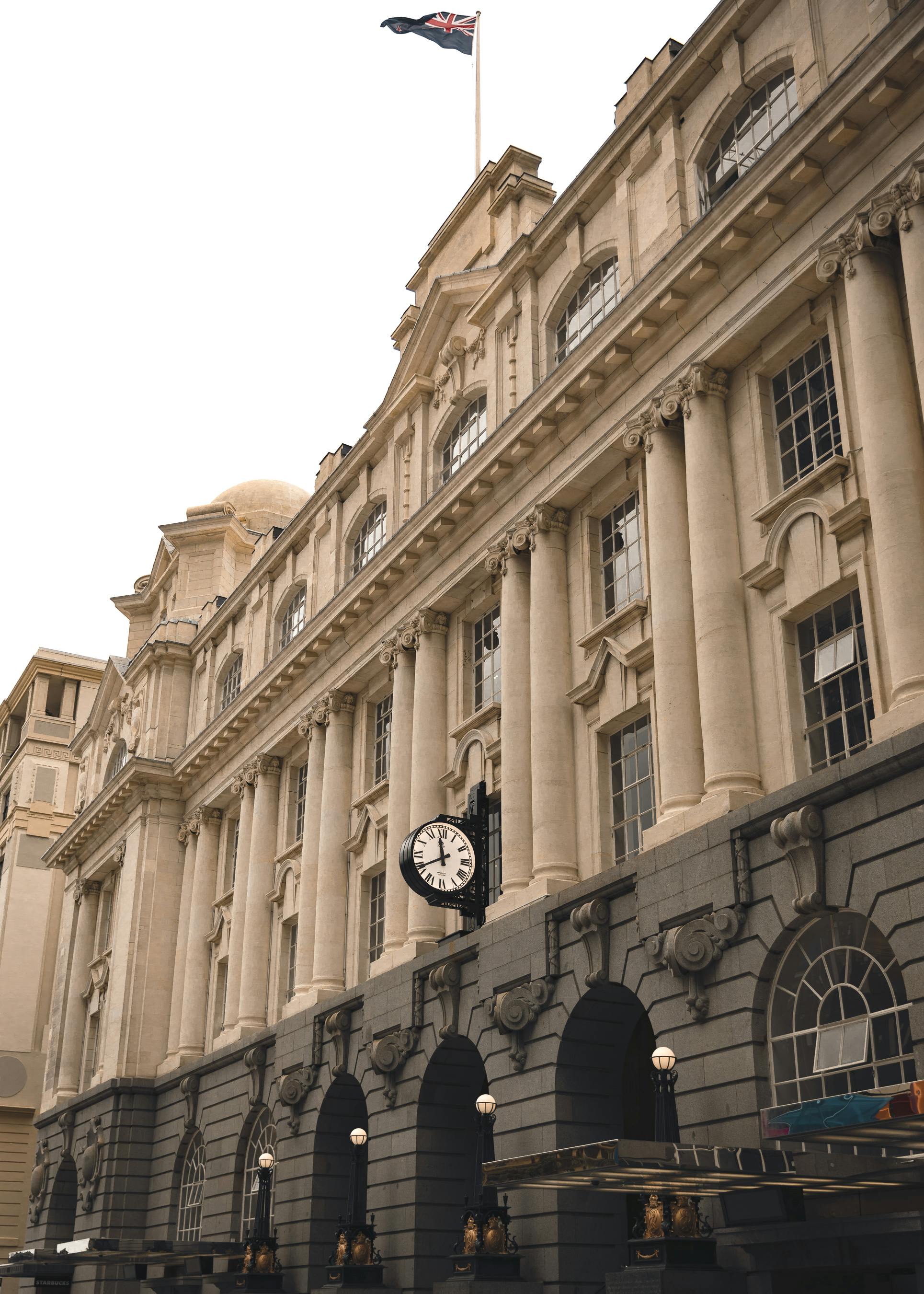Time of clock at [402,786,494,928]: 11:39
